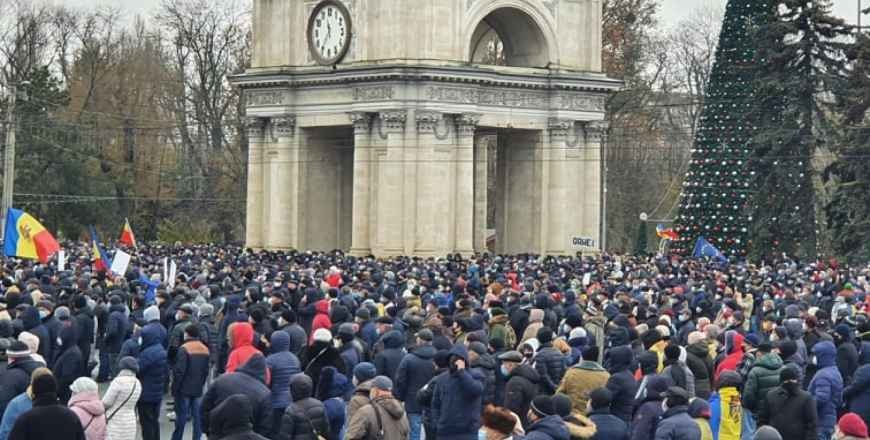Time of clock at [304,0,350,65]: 11:35
